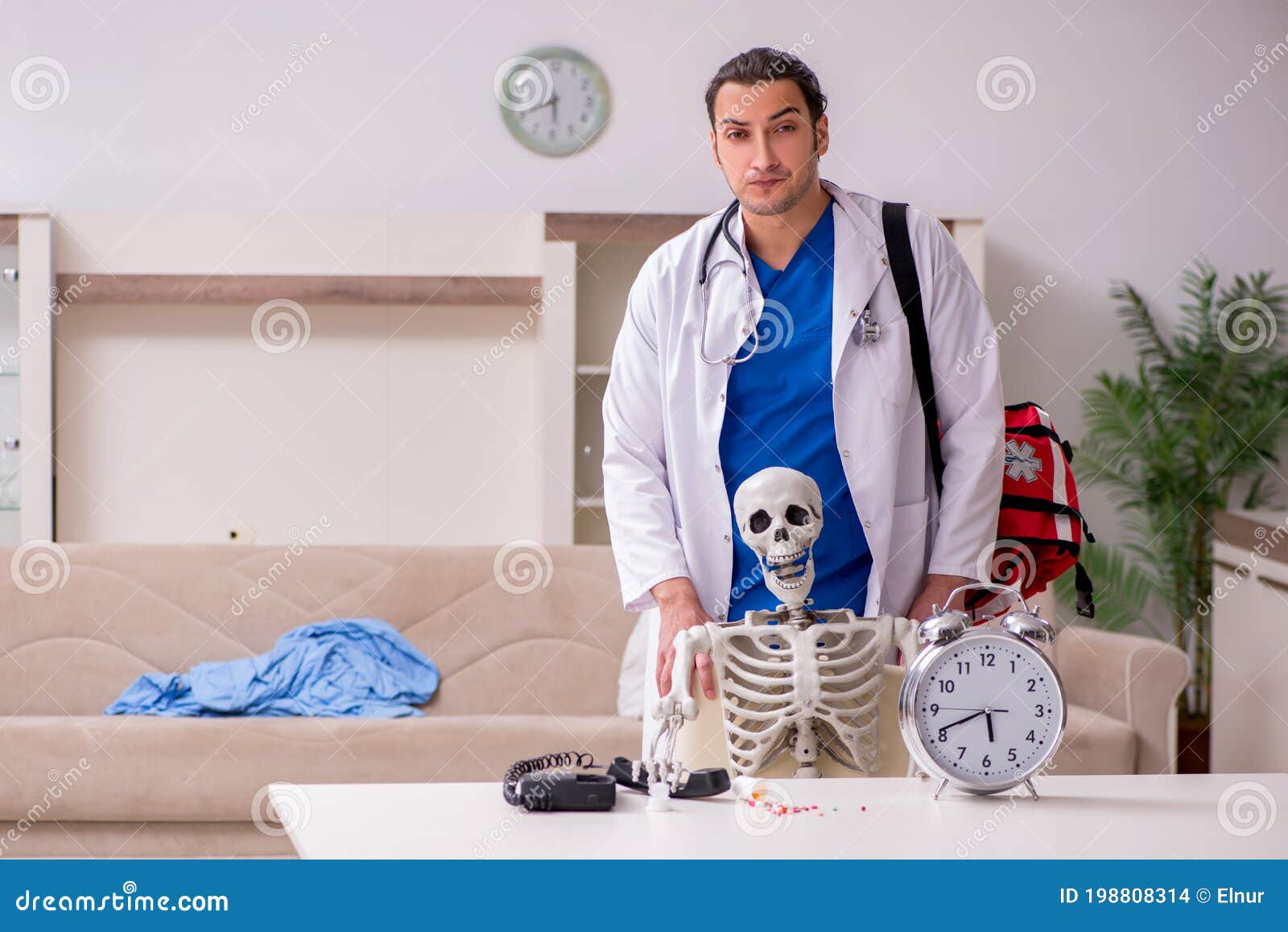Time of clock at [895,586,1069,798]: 5:41
